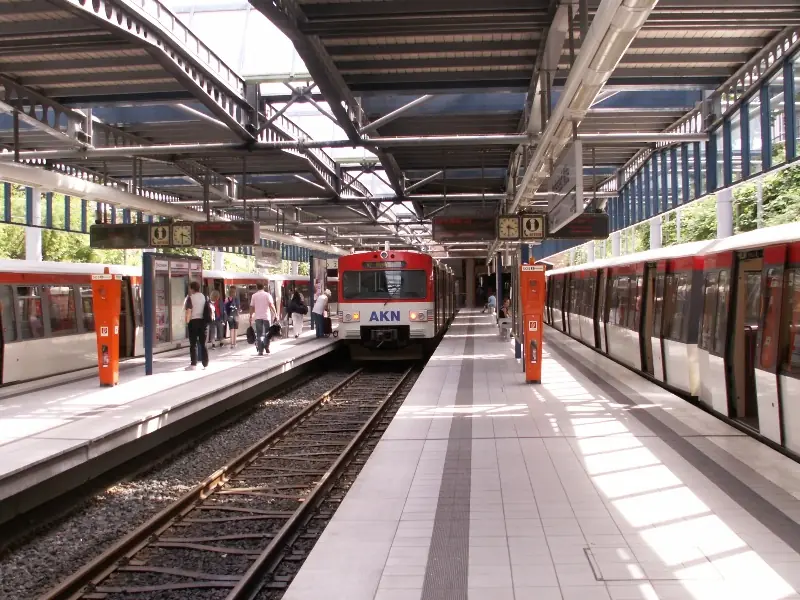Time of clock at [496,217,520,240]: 3:30
